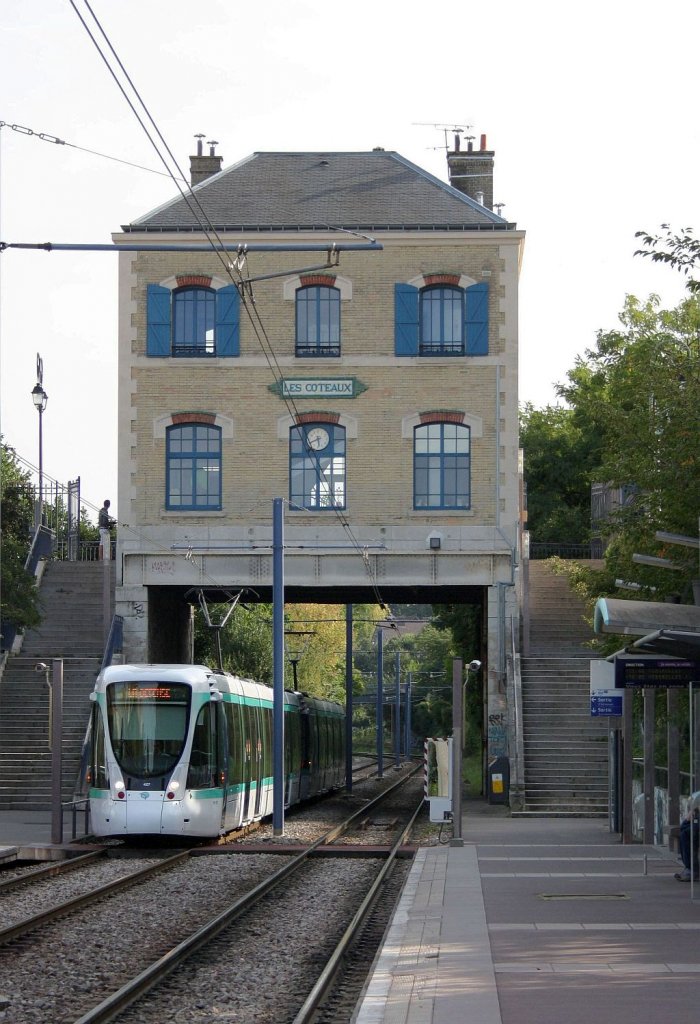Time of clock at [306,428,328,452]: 5:40
